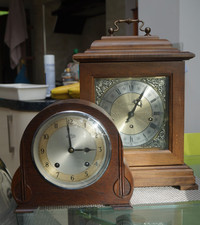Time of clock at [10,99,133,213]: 2:59
